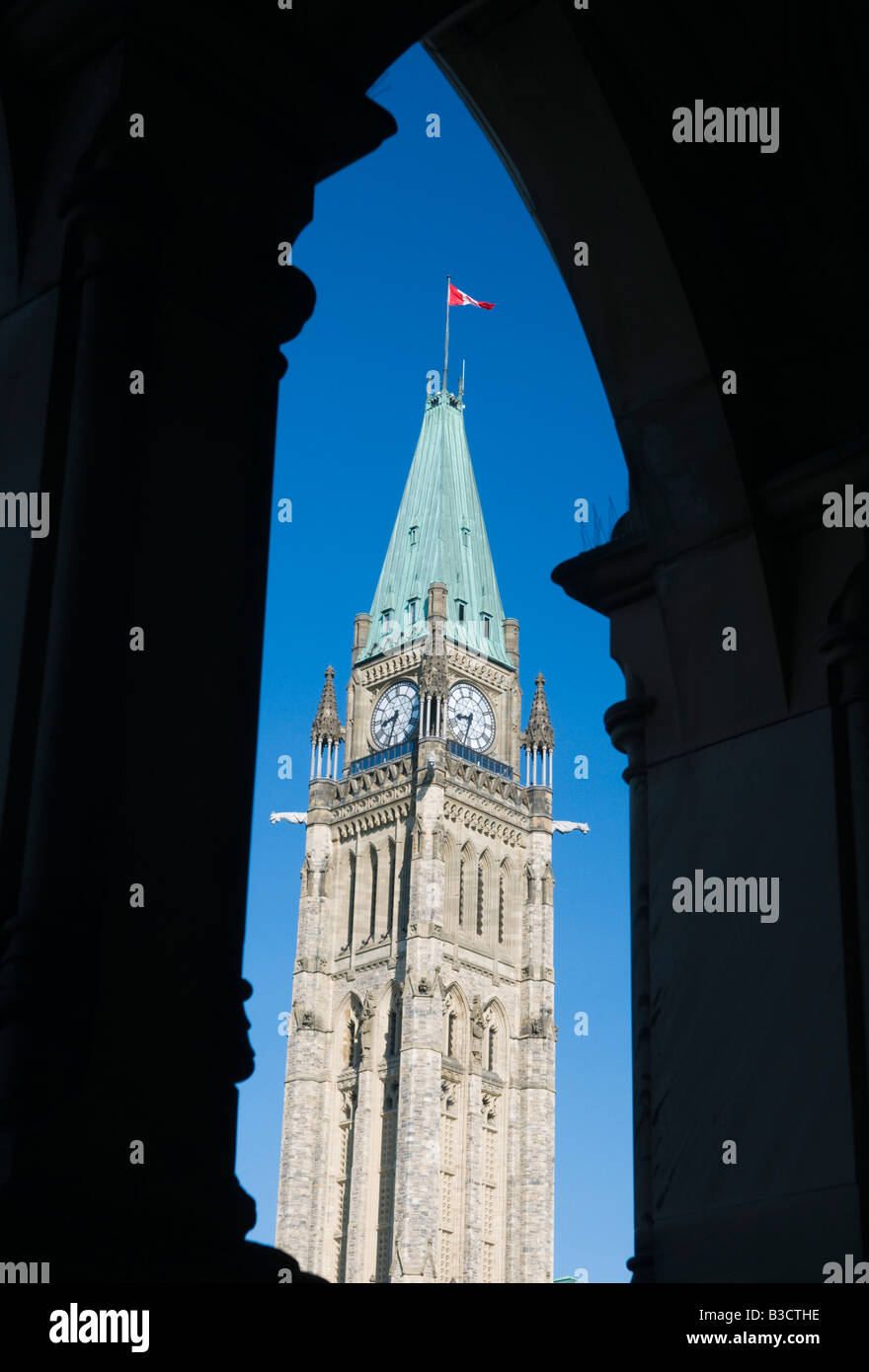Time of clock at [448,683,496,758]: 8:32
